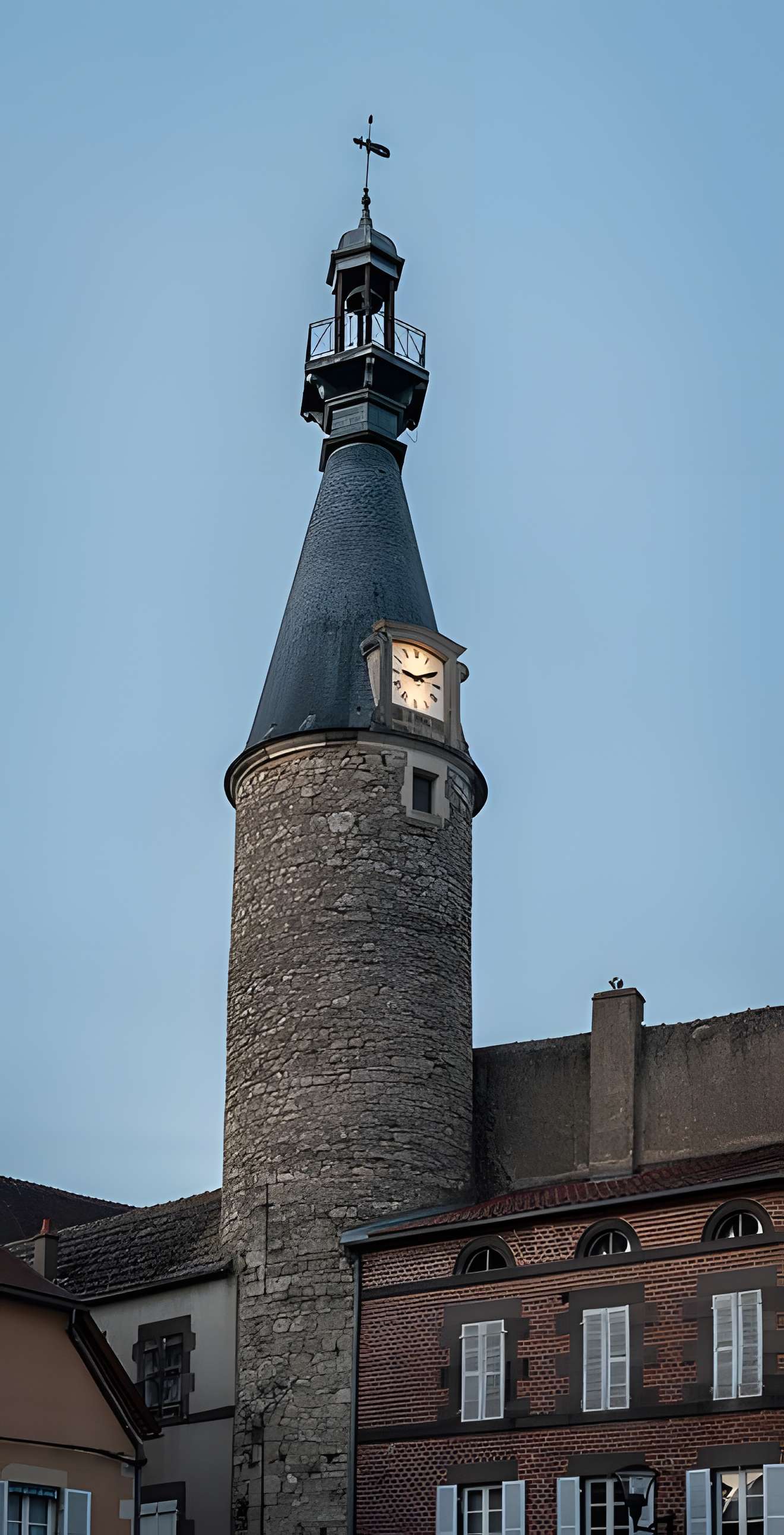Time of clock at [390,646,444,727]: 9:10
